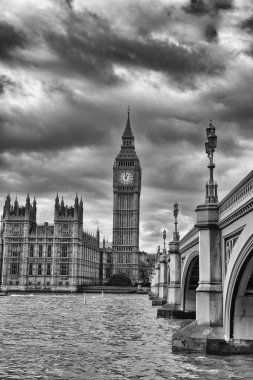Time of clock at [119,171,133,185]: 12:59
